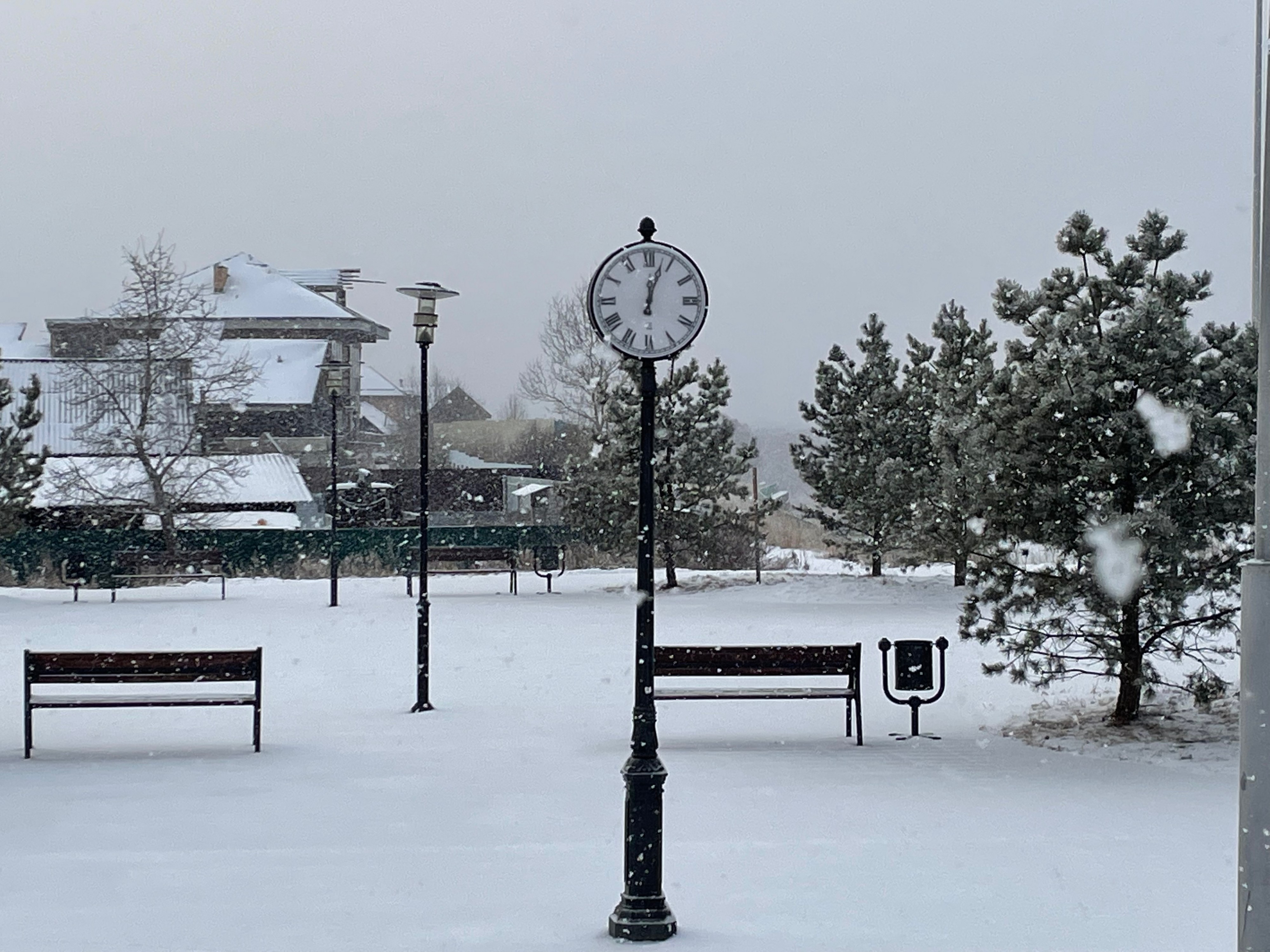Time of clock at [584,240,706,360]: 12:02
